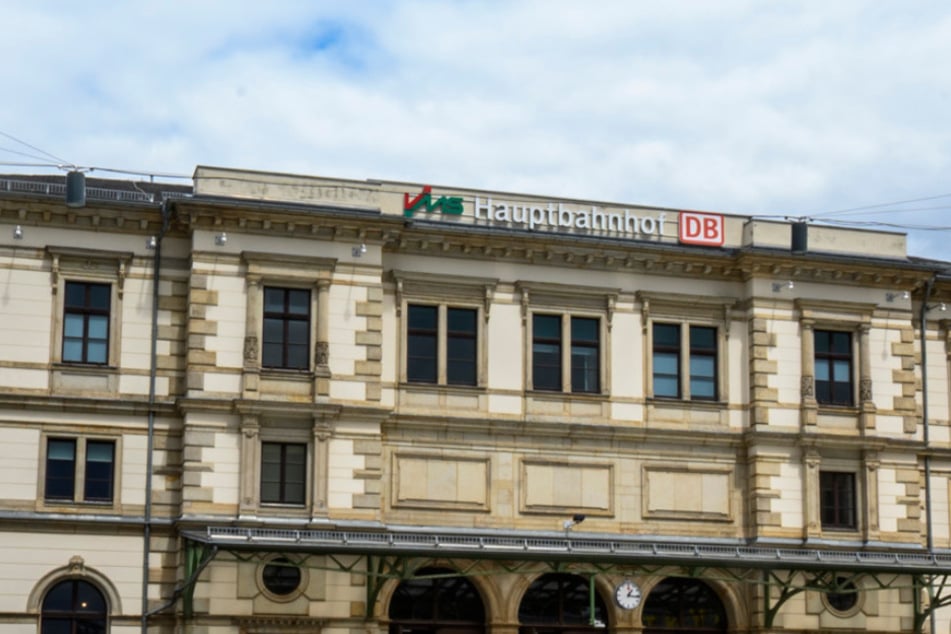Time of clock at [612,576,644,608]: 1:16
